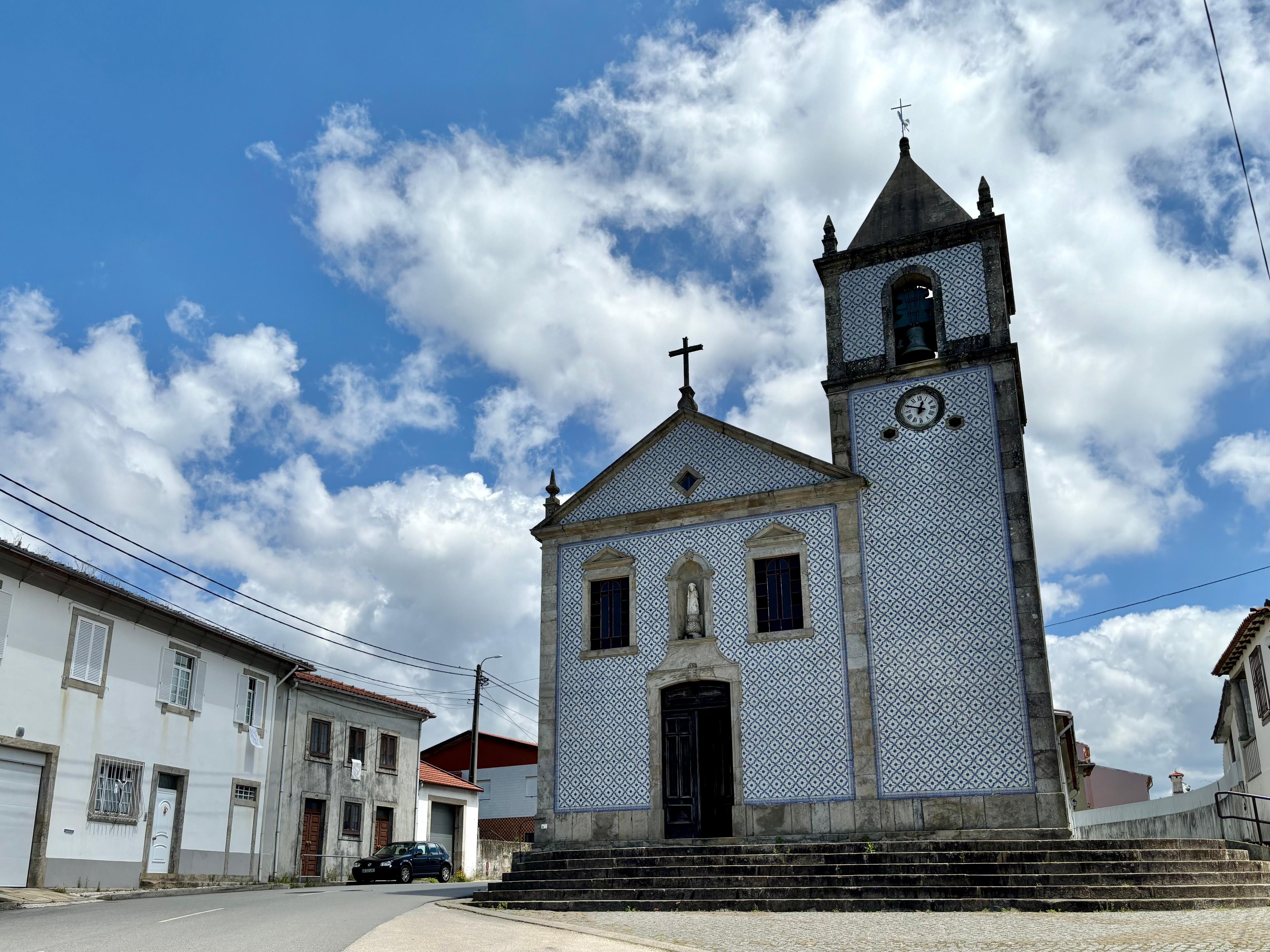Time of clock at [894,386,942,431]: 12:49
